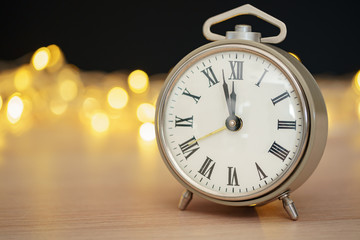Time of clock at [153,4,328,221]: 11:57
